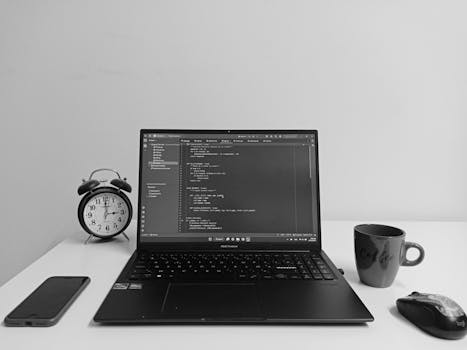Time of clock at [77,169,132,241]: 3:00
